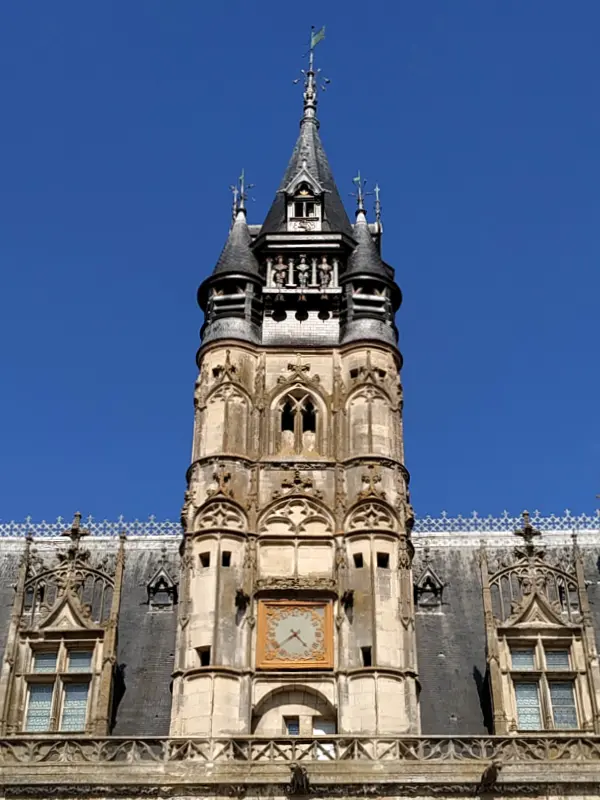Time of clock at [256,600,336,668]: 4:38
